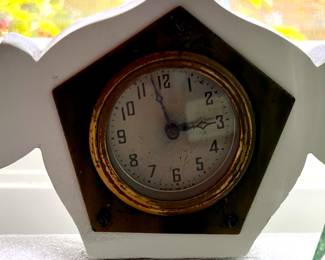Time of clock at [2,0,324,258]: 2:57
